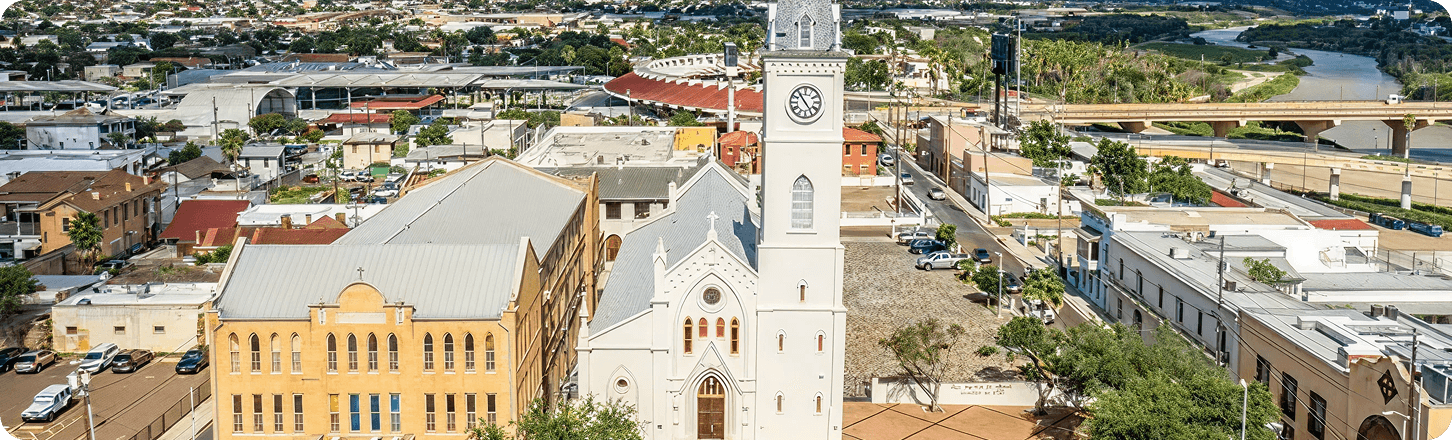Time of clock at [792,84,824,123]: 4:54
